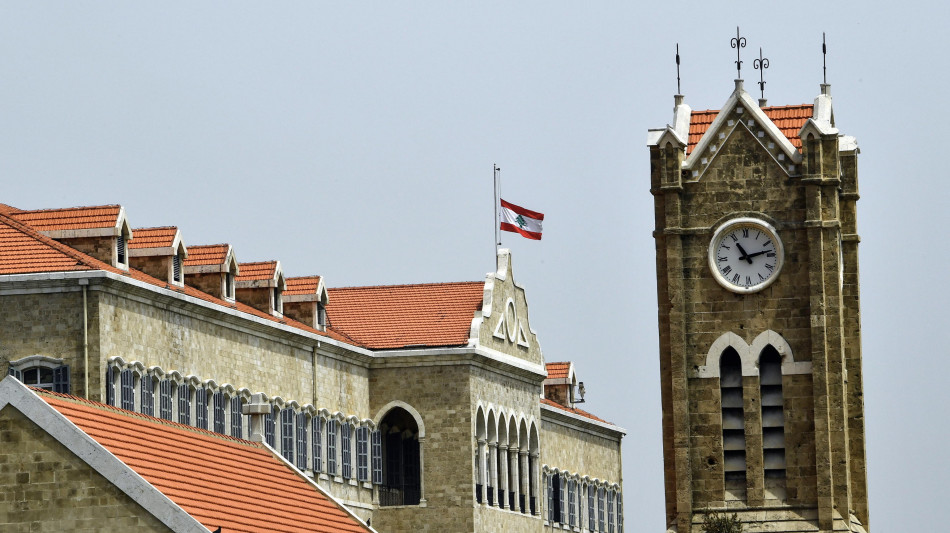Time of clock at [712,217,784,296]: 11:13
